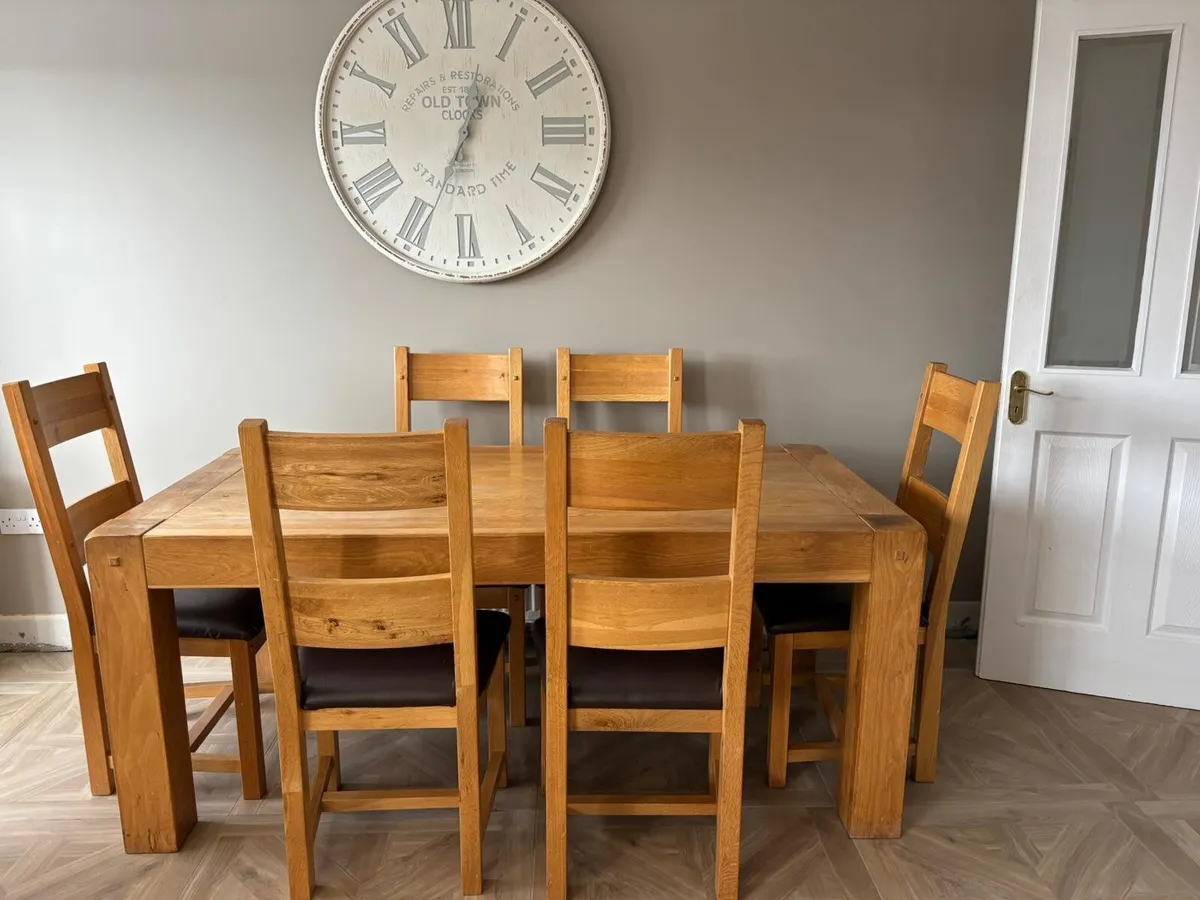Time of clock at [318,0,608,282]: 12:34
